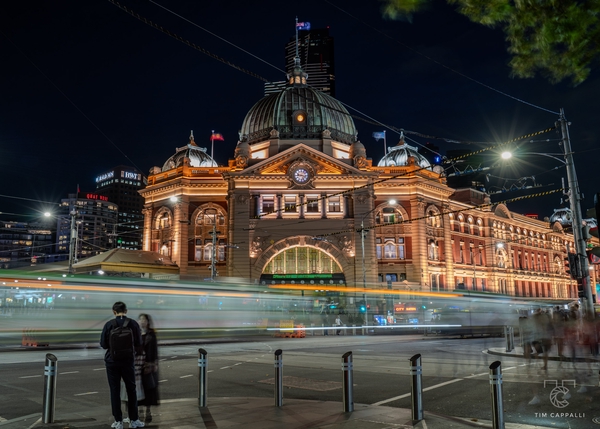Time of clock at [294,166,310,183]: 9:17
